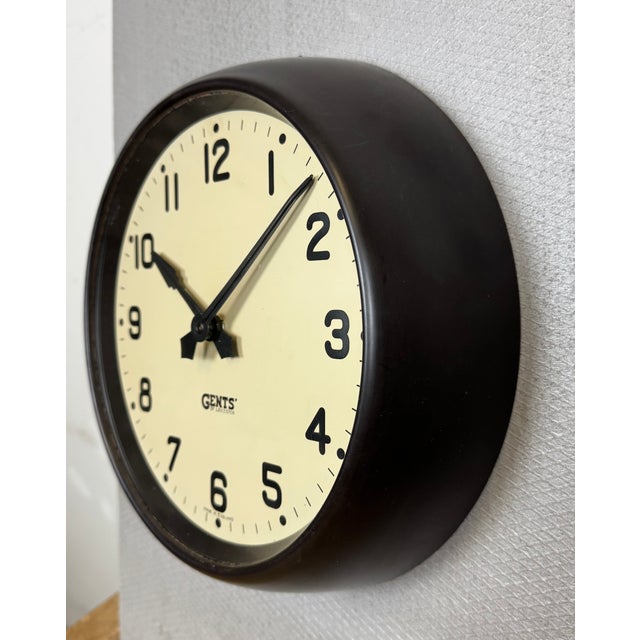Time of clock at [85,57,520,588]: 10:07
